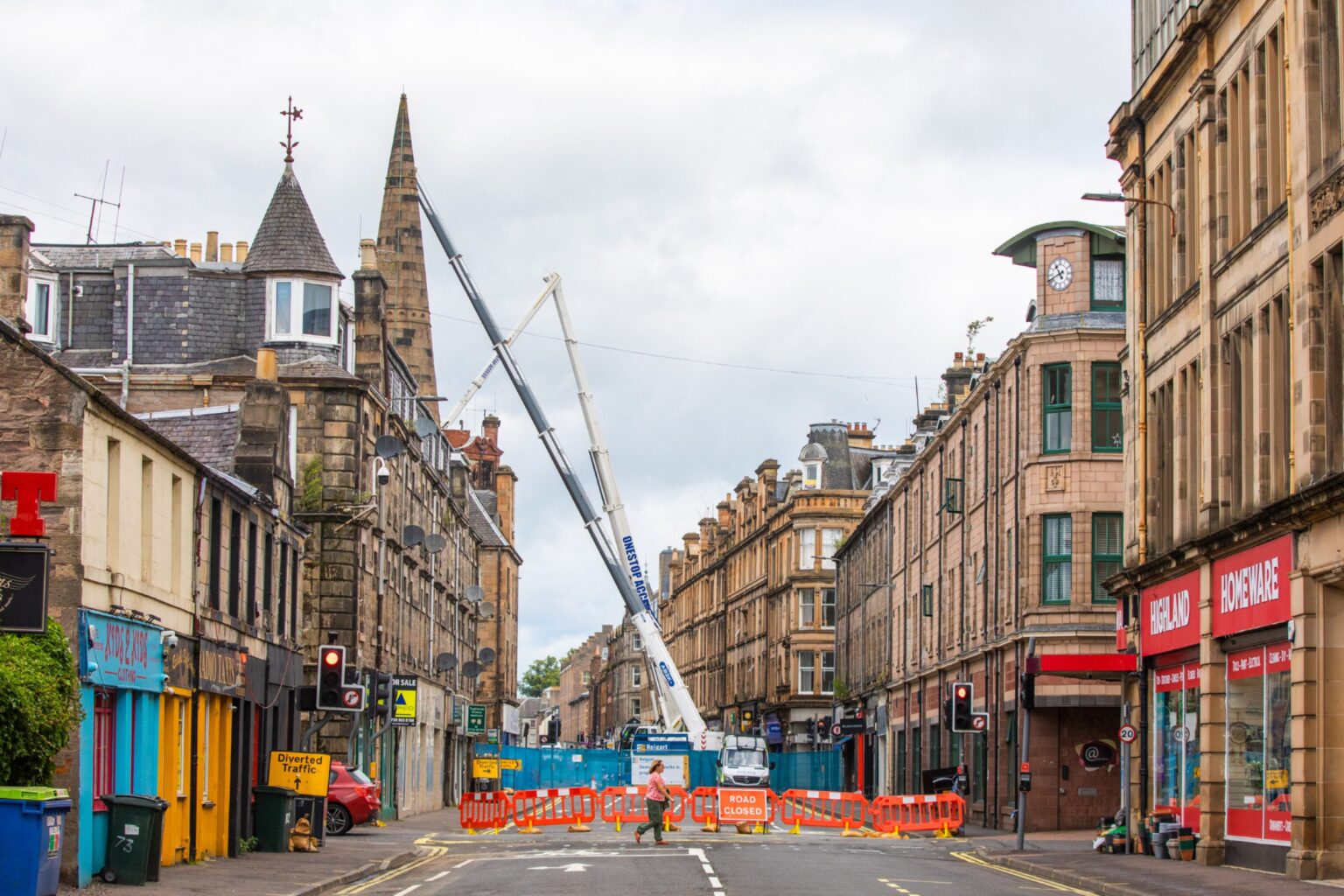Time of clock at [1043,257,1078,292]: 10:41
